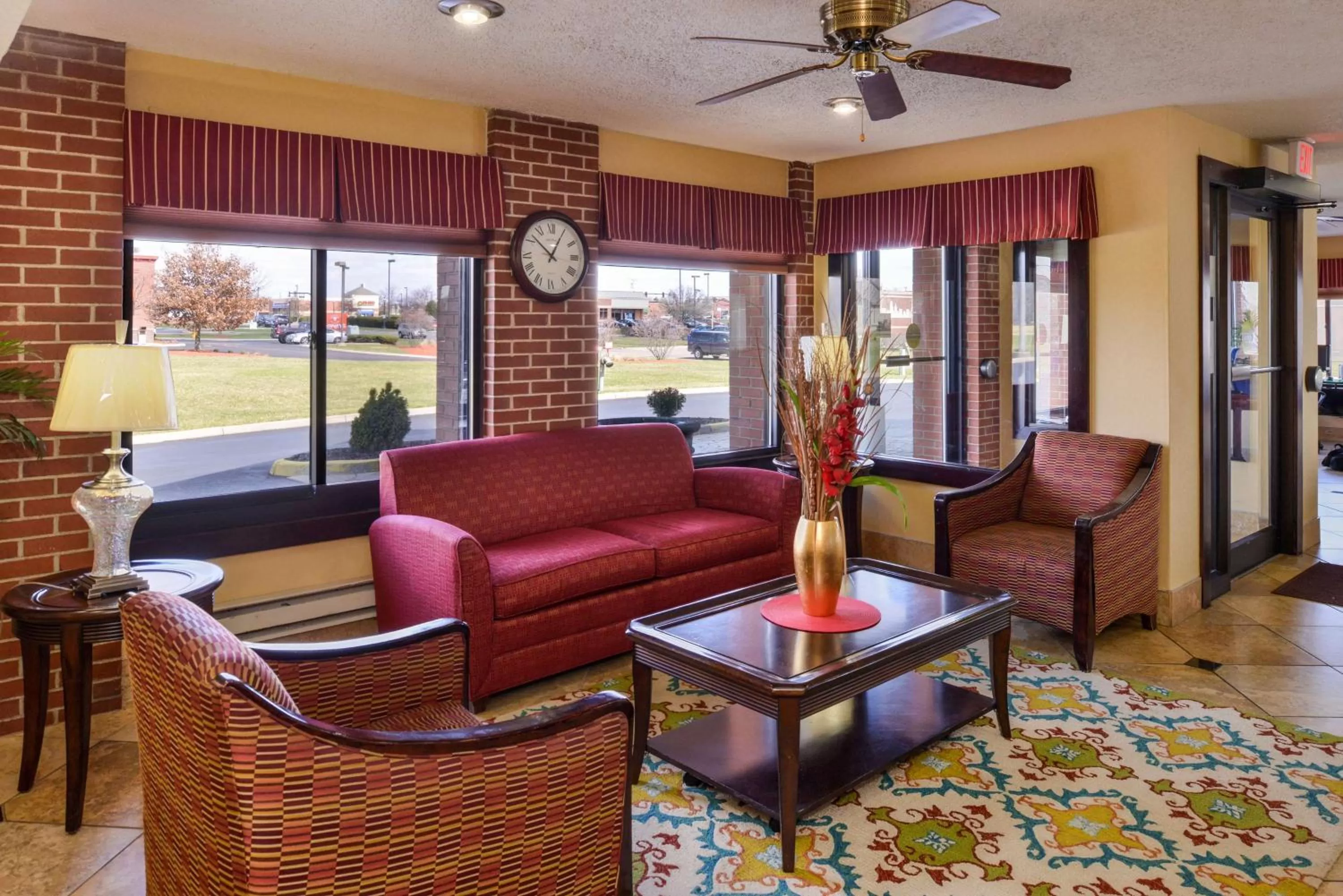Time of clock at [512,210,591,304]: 12:52
